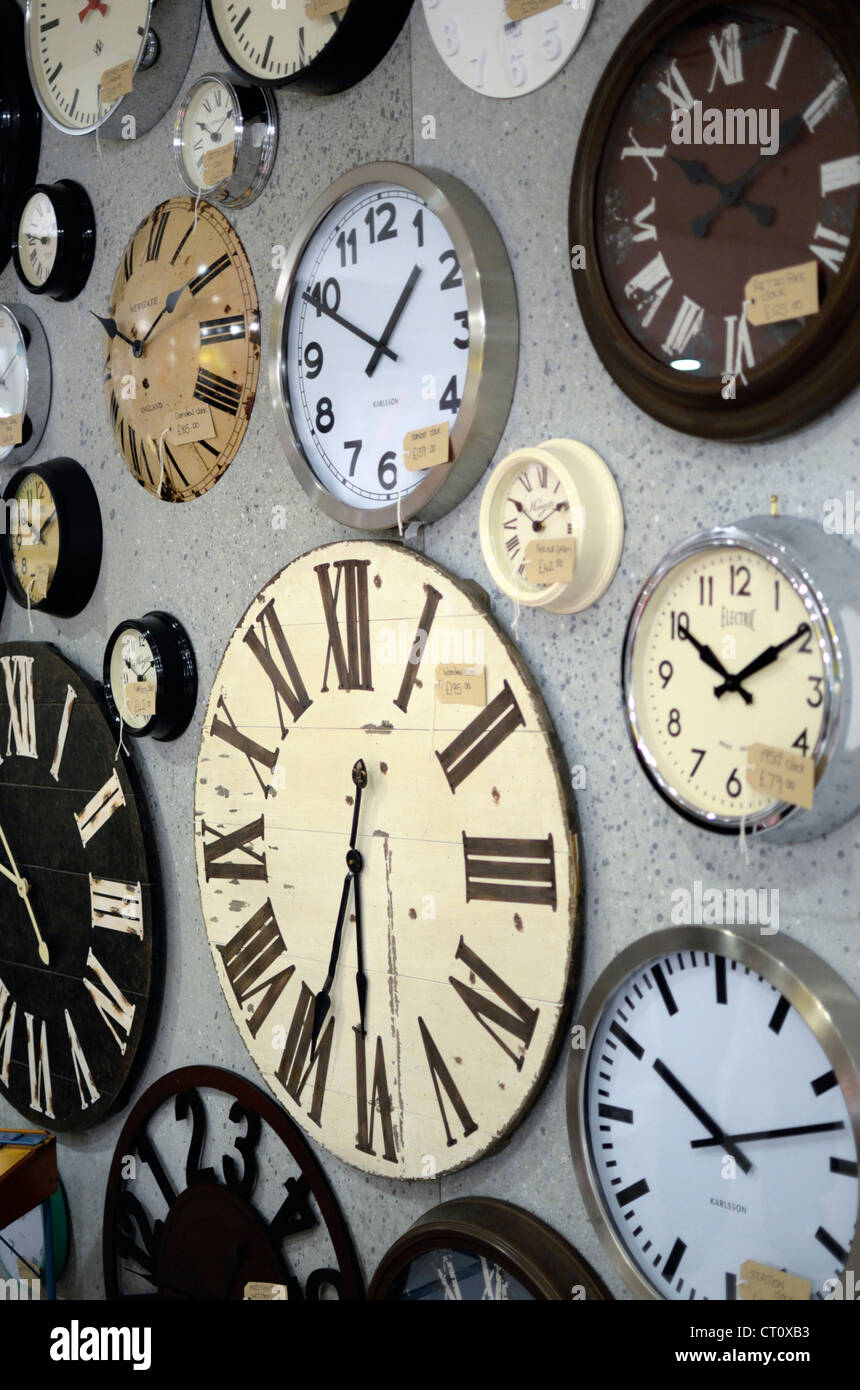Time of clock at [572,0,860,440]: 10:10
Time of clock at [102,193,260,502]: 1:49
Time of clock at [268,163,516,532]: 12:49
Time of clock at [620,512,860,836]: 10:09
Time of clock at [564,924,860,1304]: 10:12
